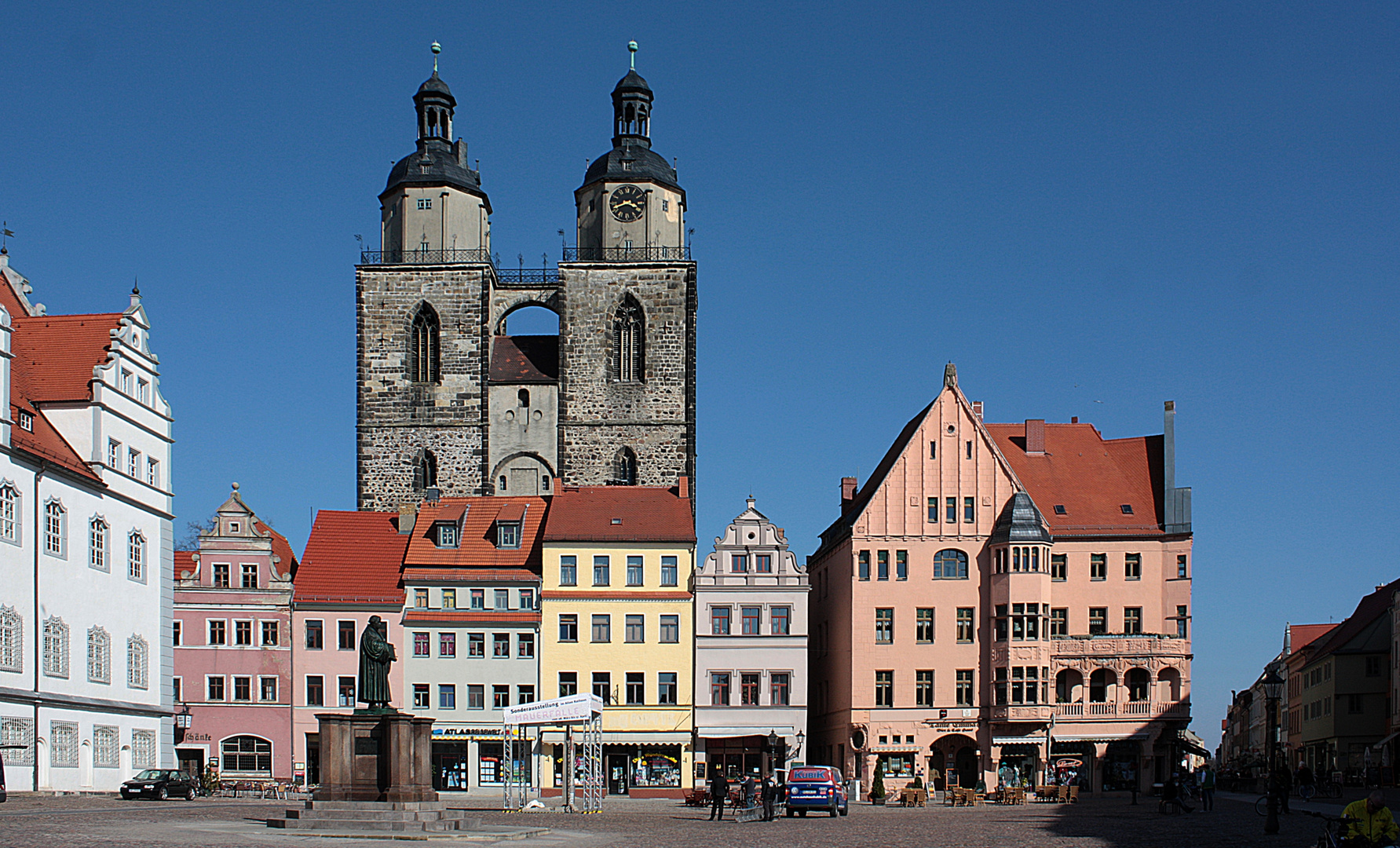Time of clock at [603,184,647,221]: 3:41
